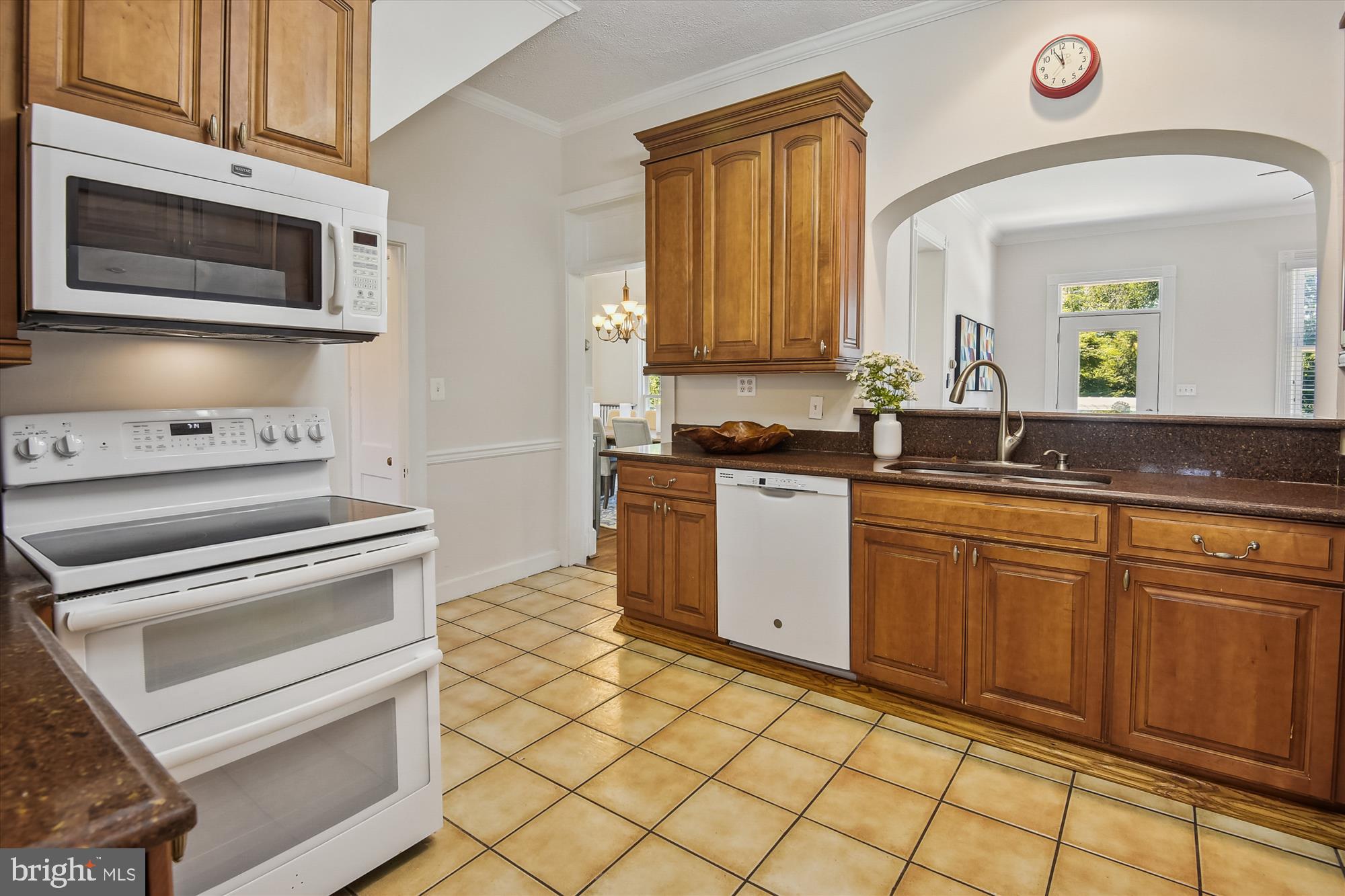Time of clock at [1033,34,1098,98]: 11:55
